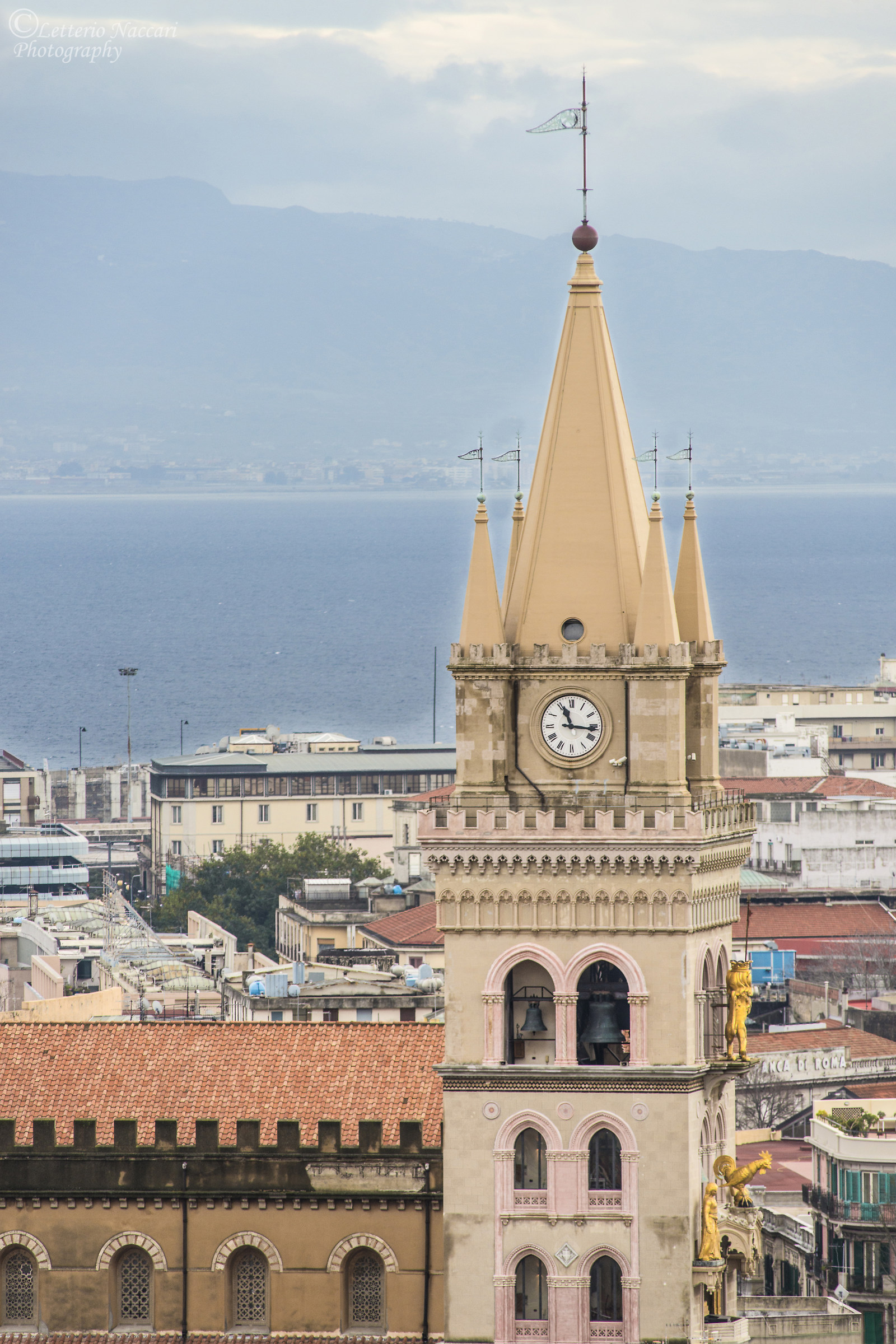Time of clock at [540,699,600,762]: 11:16
